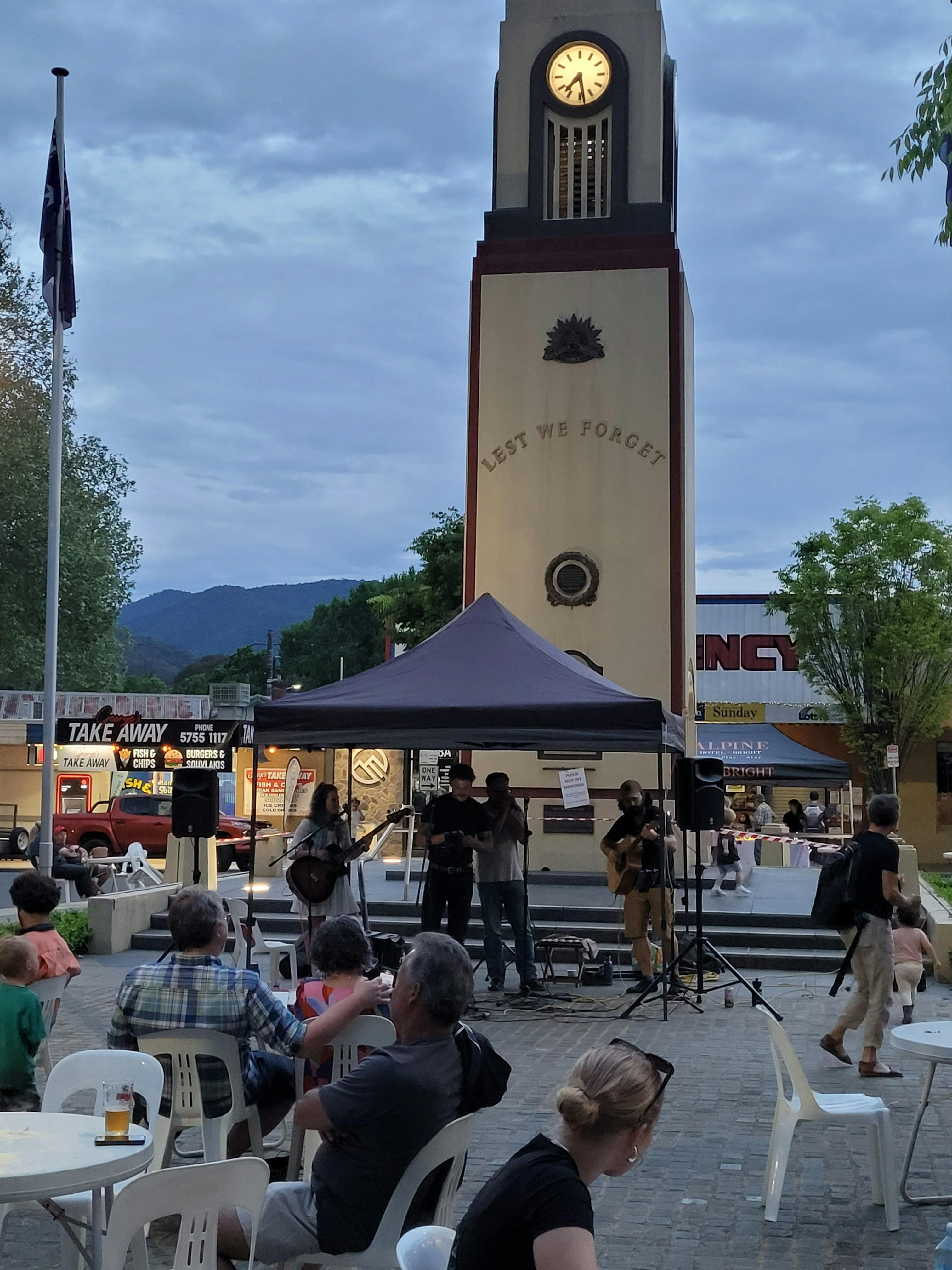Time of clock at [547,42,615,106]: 7:28
